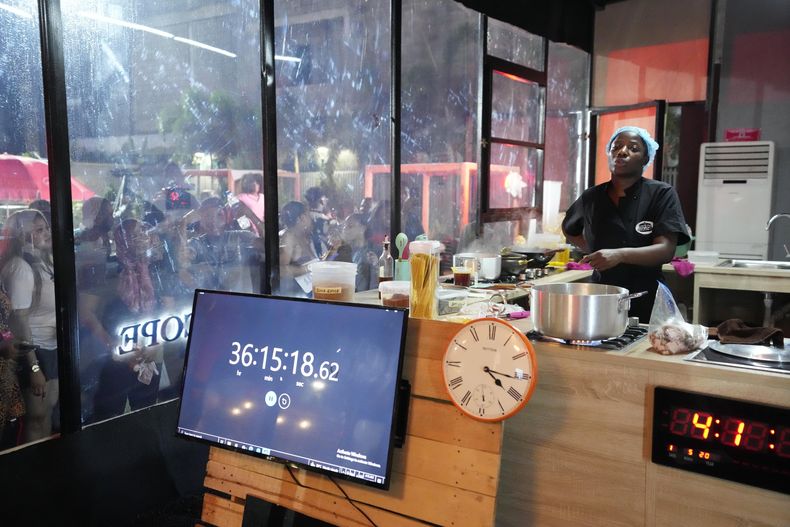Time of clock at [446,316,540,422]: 4:16
